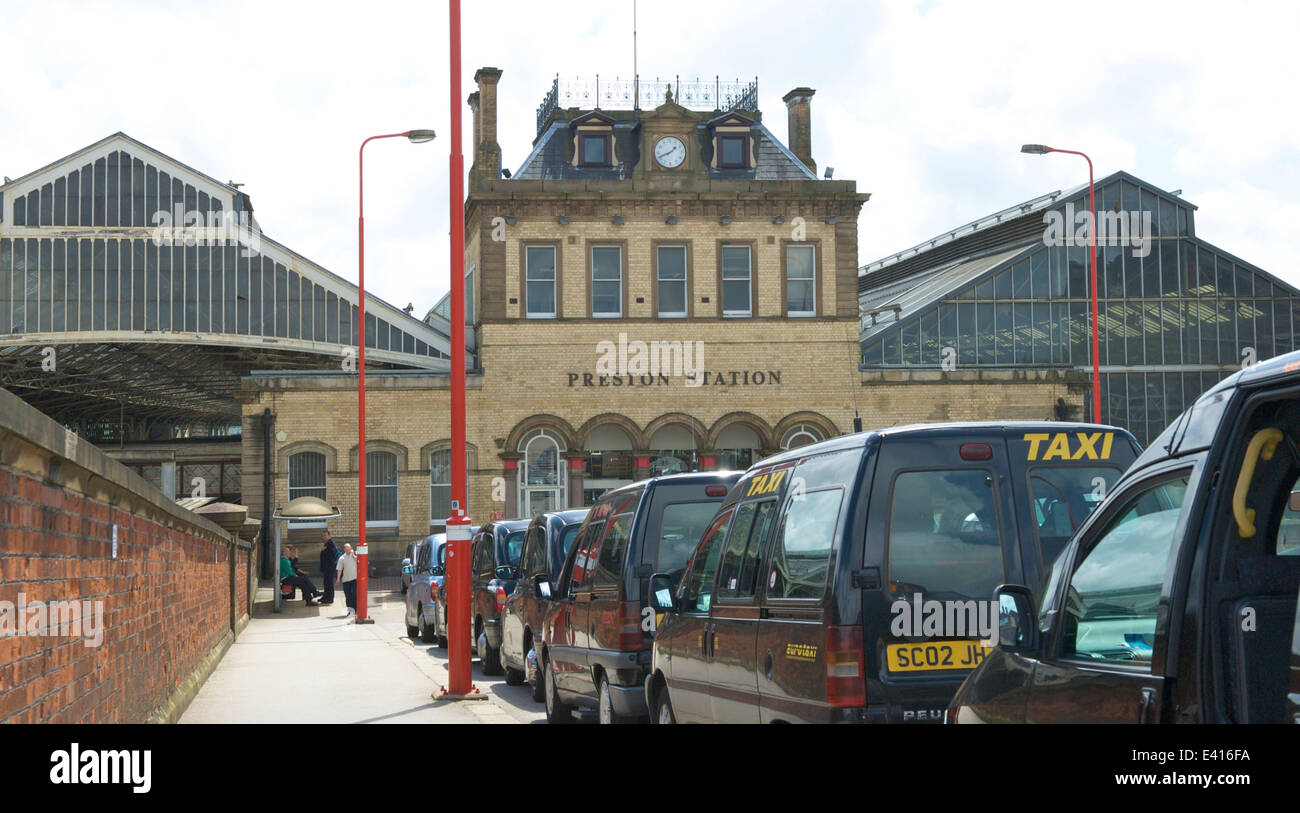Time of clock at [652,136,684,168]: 1:41
